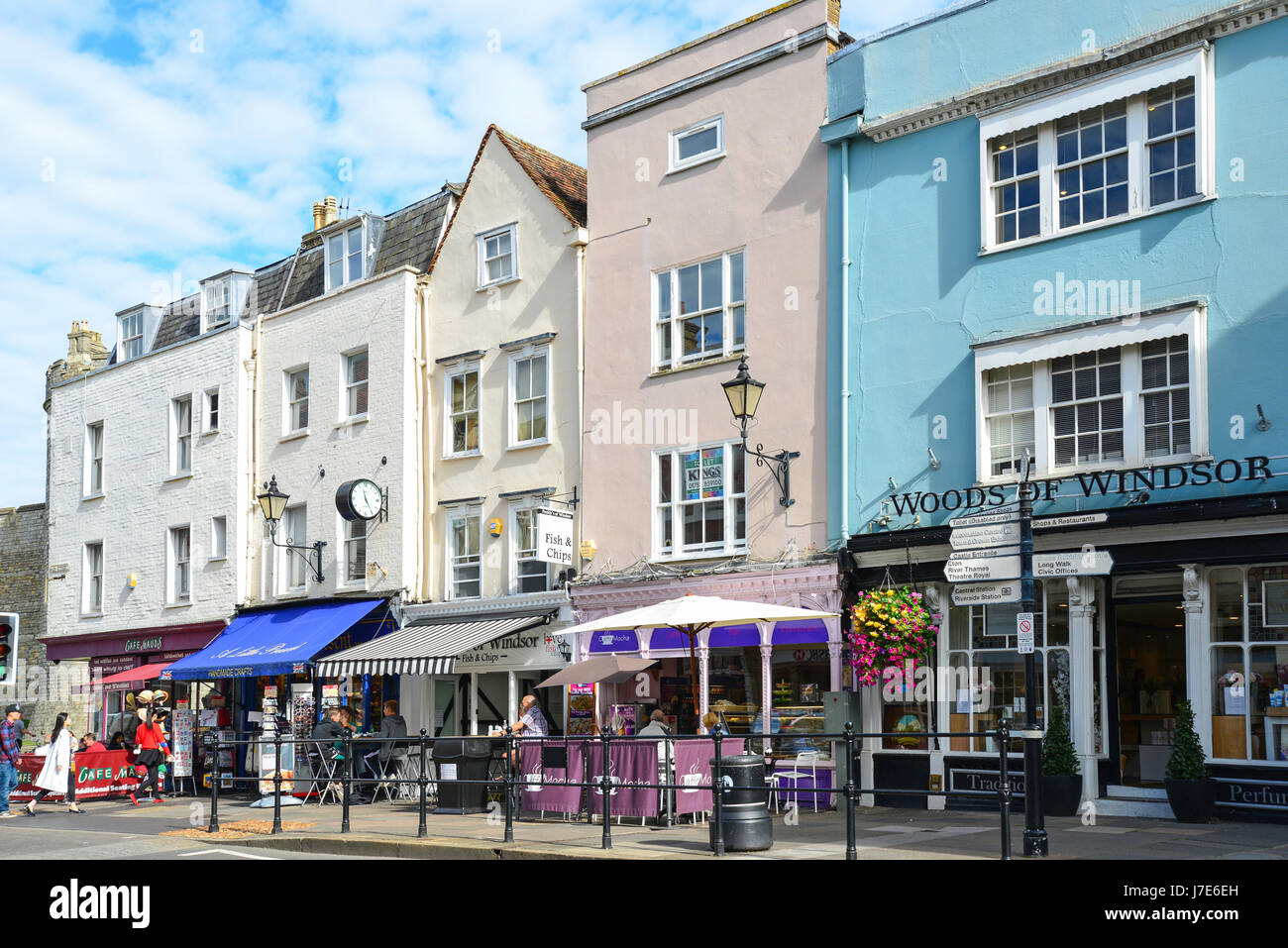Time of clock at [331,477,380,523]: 11:24
